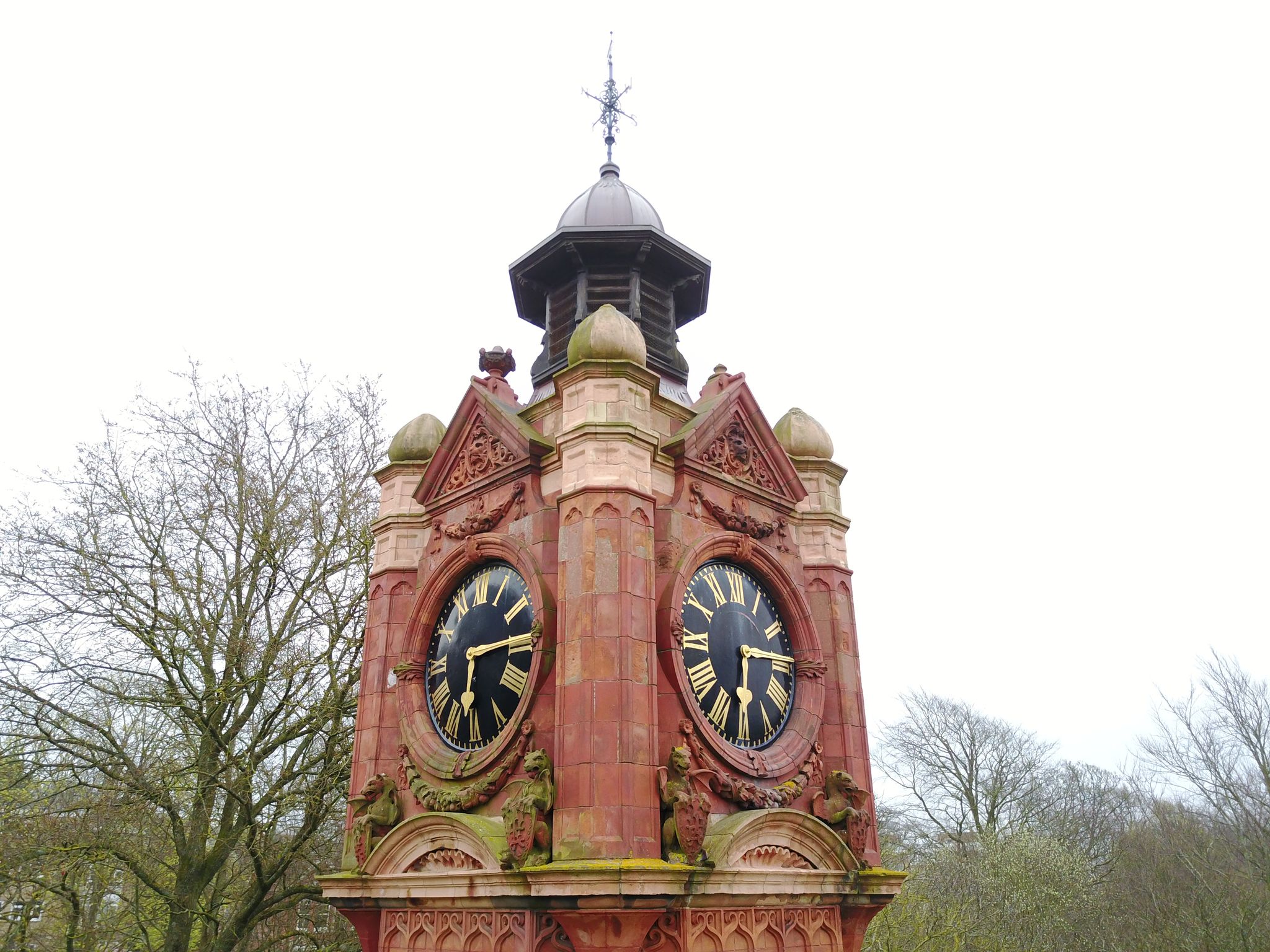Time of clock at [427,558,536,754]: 6:14
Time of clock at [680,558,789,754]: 6:14
